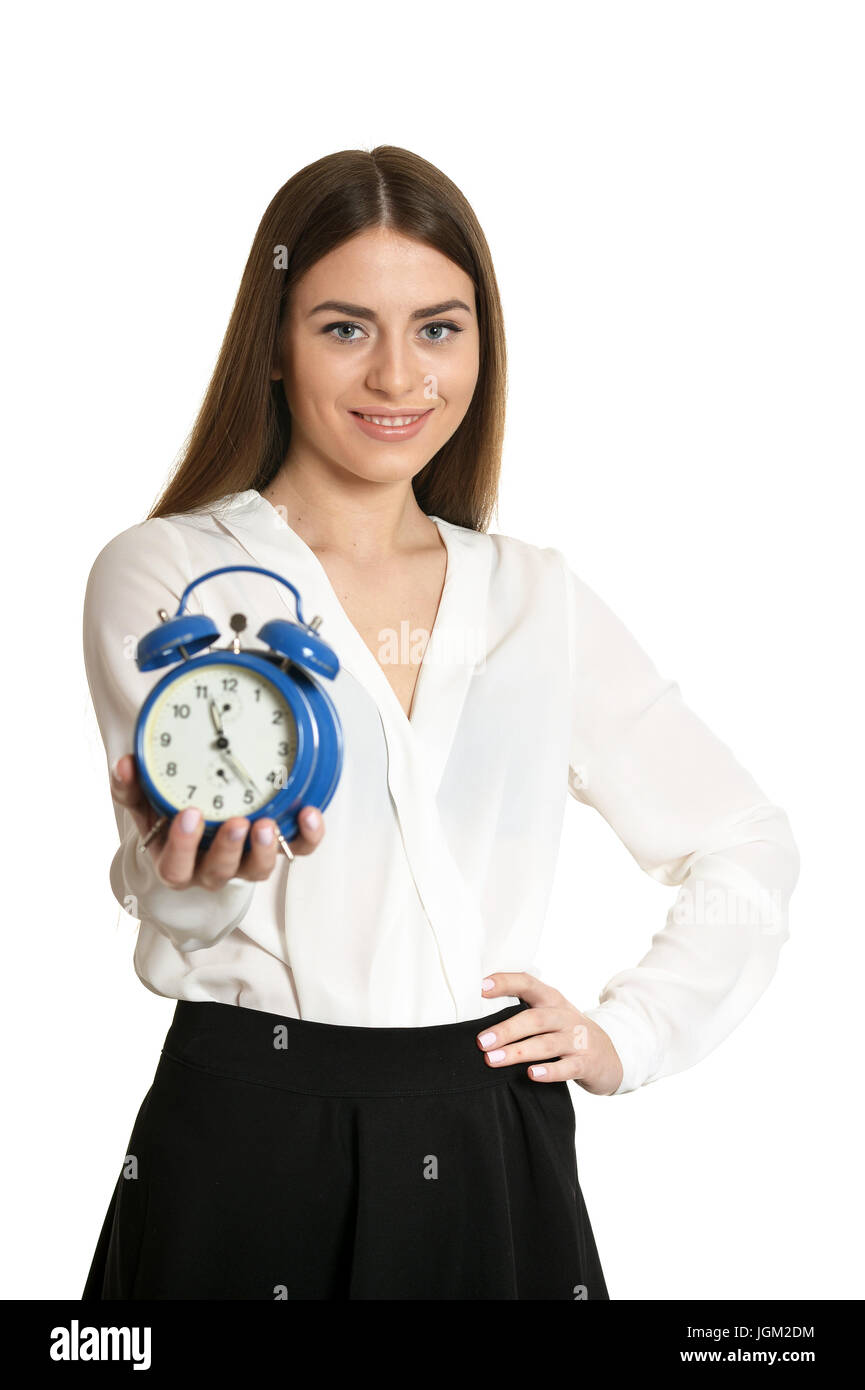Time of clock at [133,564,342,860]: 11:23
